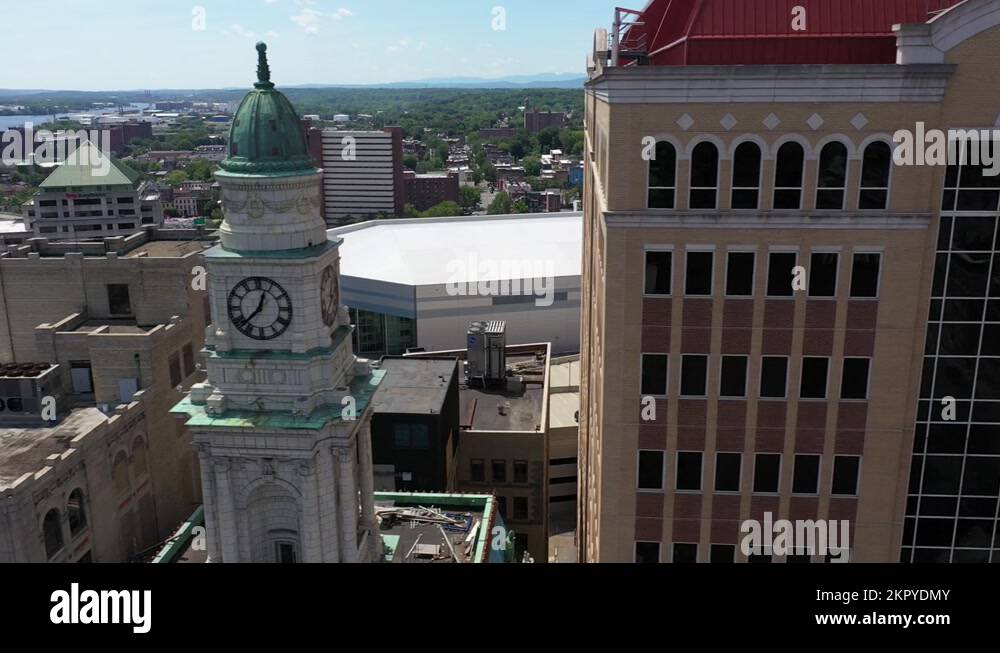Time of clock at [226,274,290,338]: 12:37
